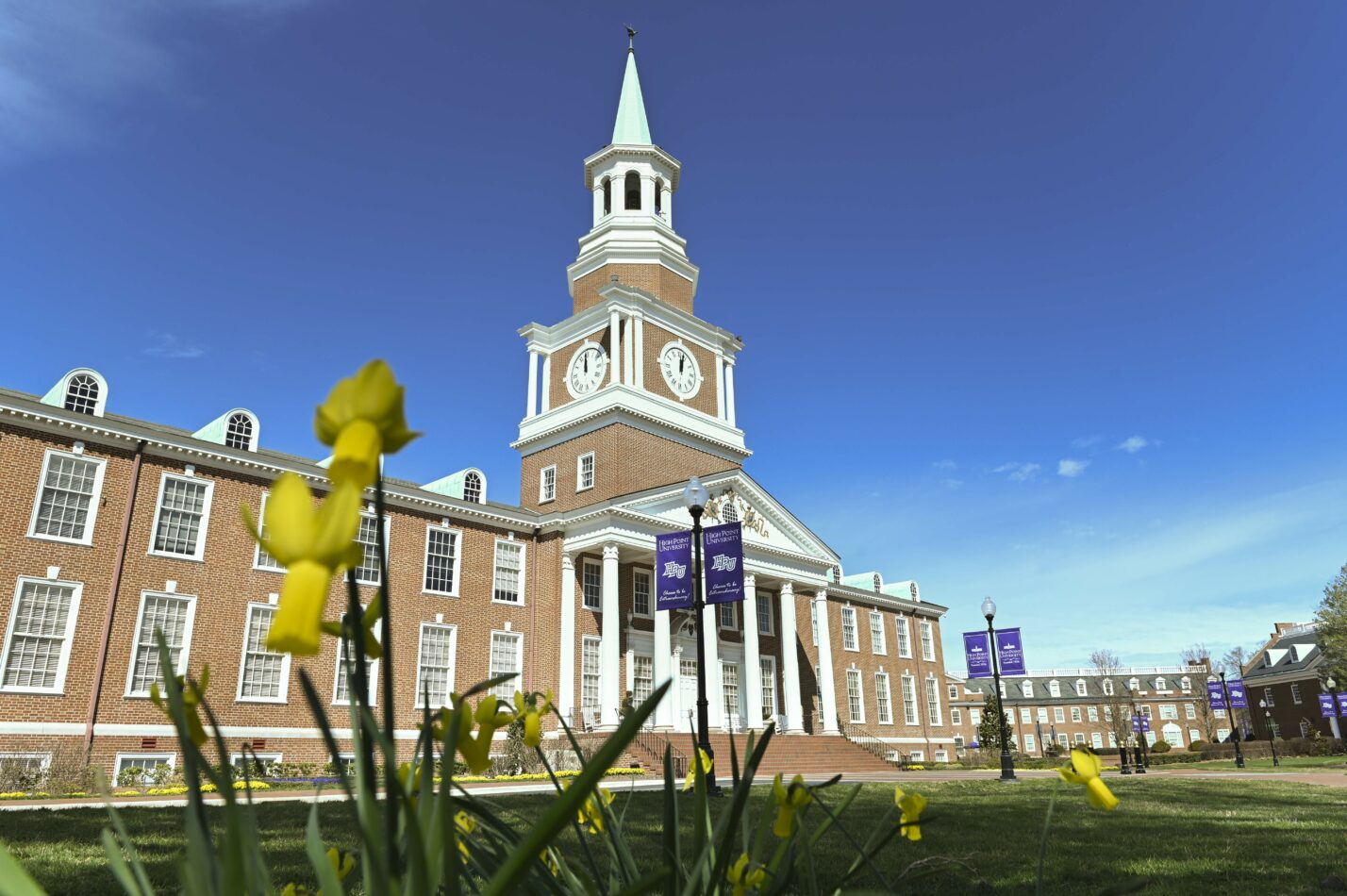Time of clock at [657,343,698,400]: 12:02
